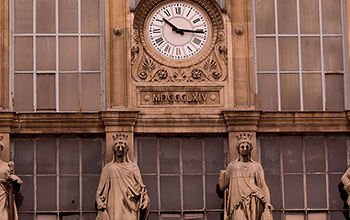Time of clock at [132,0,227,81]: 10:15
